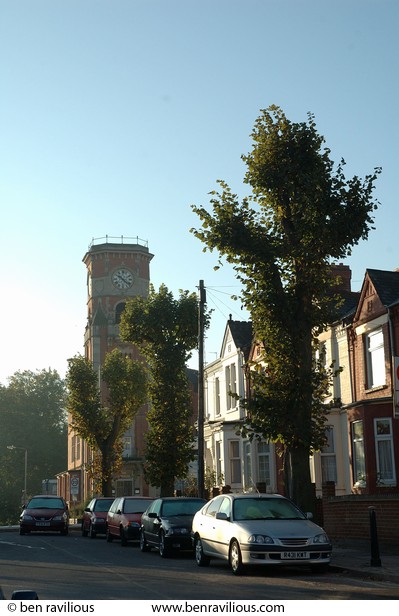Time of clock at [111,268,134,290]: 10:22
